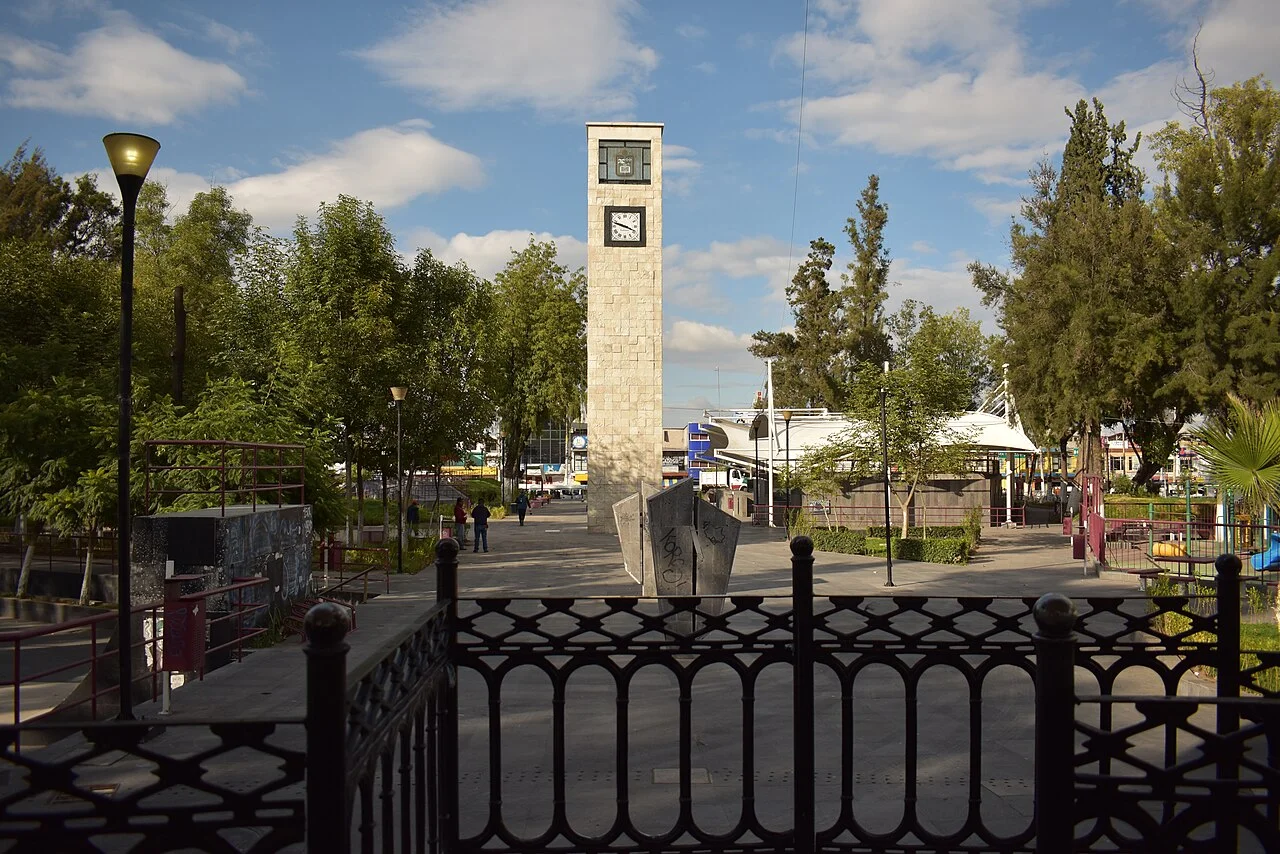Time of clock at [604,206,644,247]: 3:48
